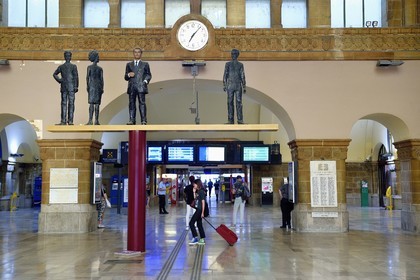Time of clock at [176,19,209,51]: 7:07
